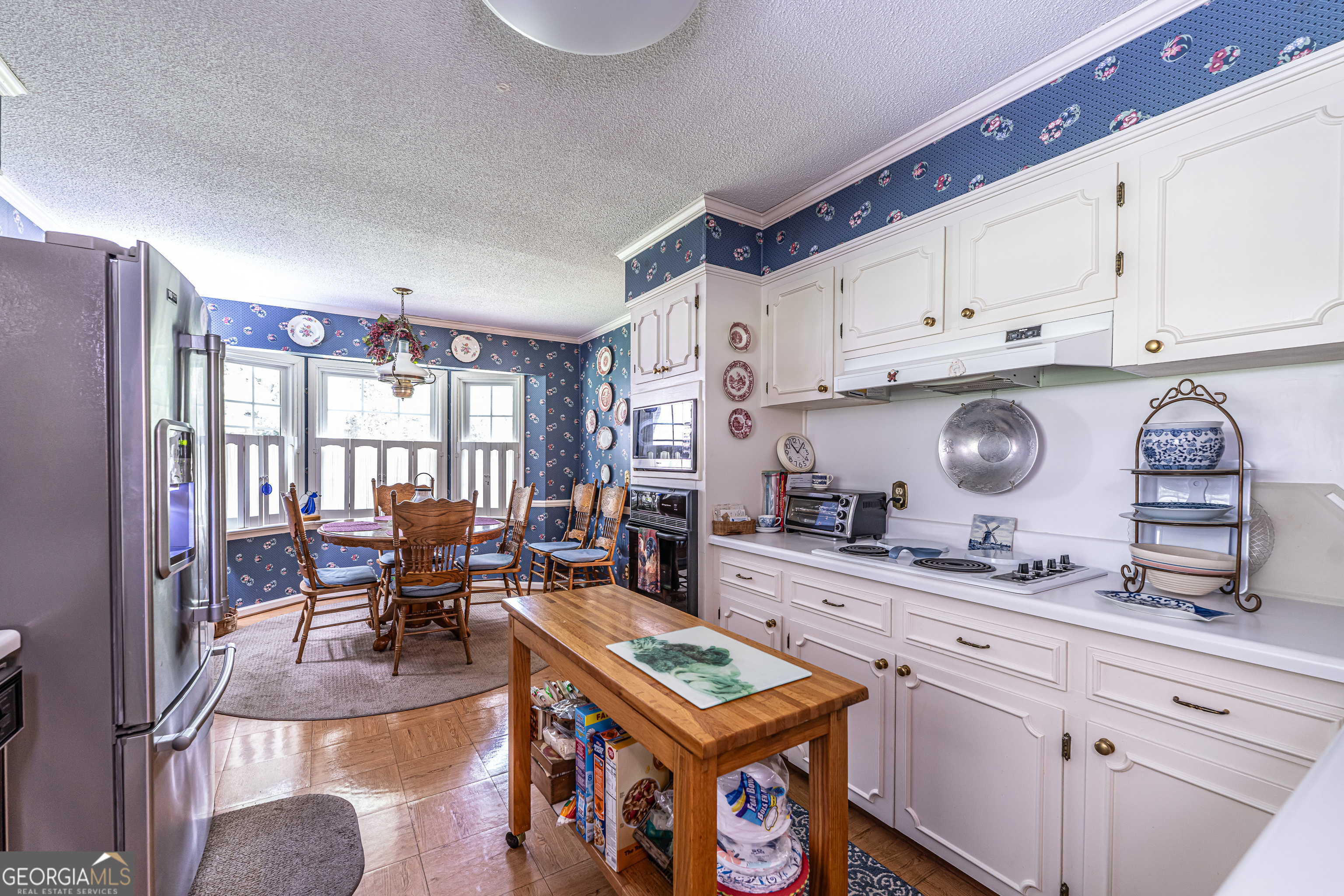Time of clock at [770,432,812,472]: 11:07
